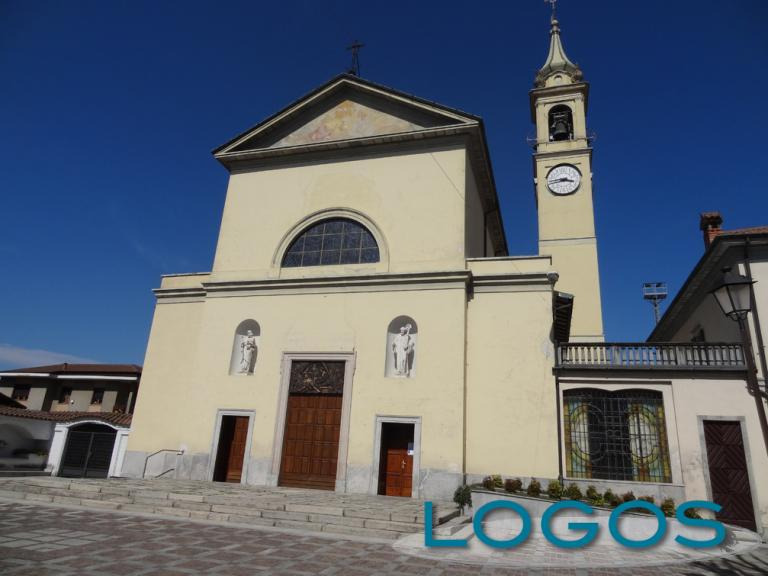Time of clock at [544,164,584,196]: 3:43
